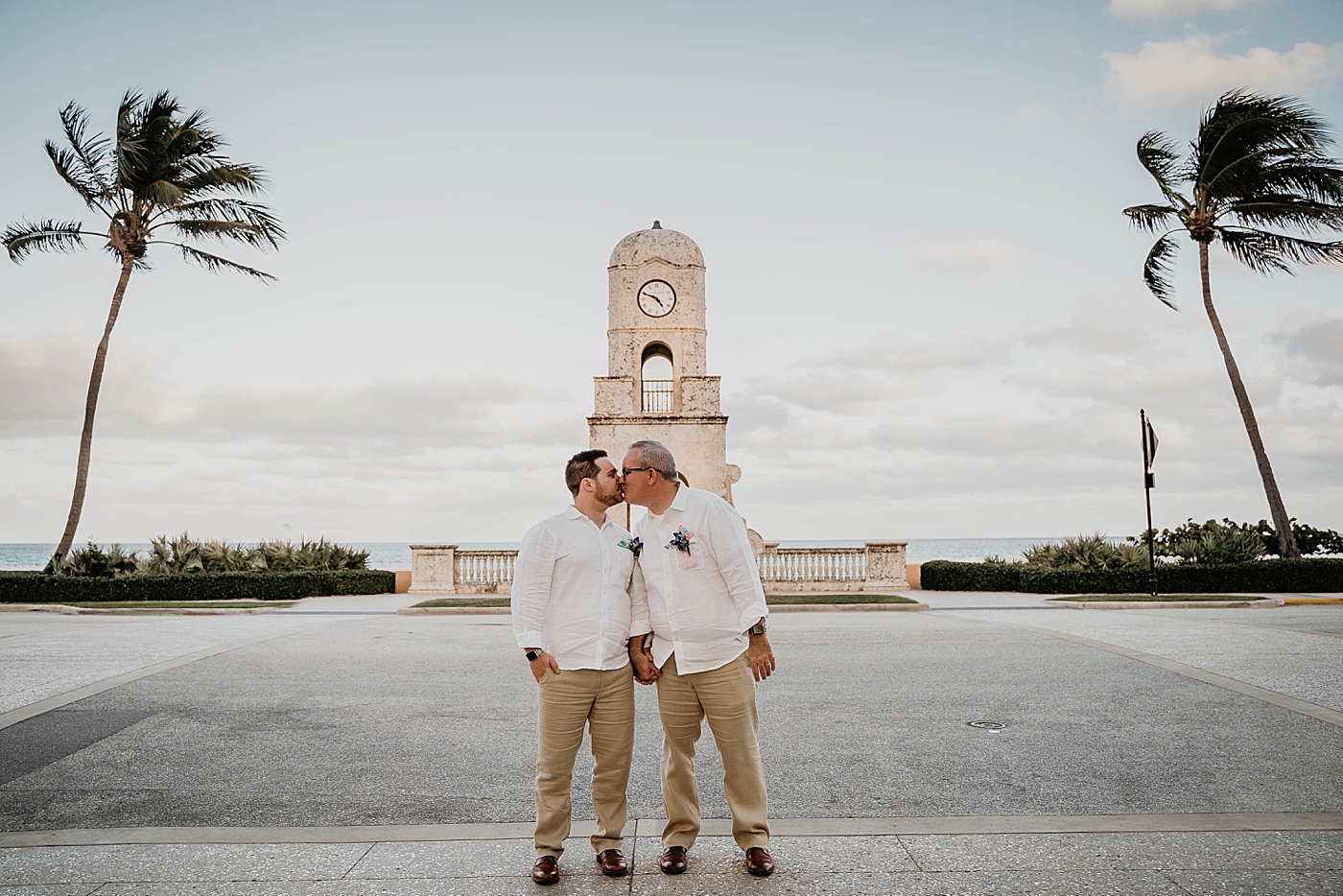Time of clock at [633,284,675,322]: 4:48
